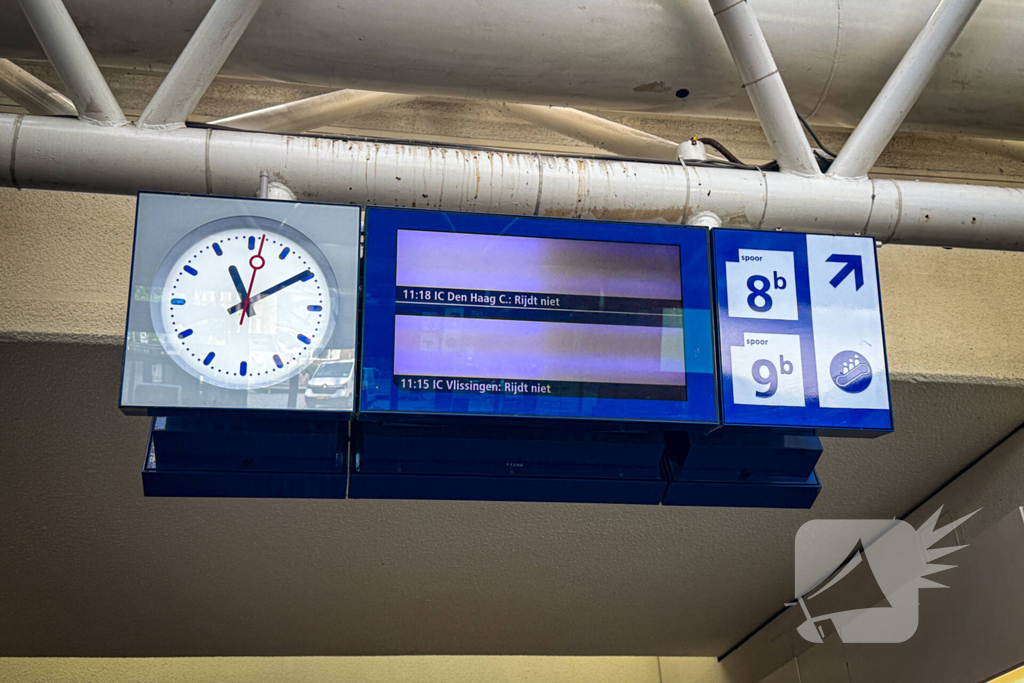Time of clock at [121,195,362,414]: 11:09
